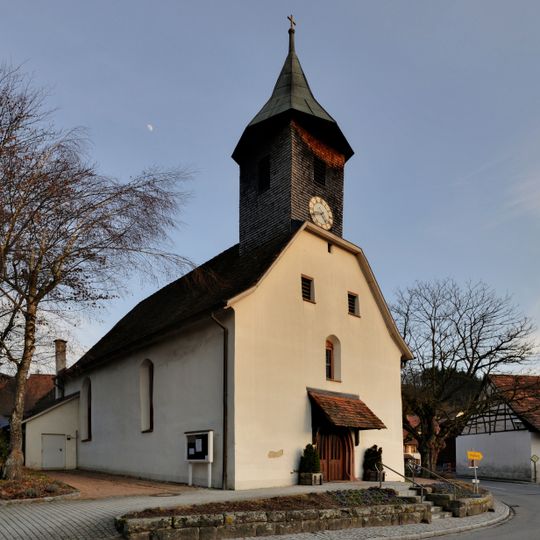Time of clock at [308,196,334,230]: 4:42
